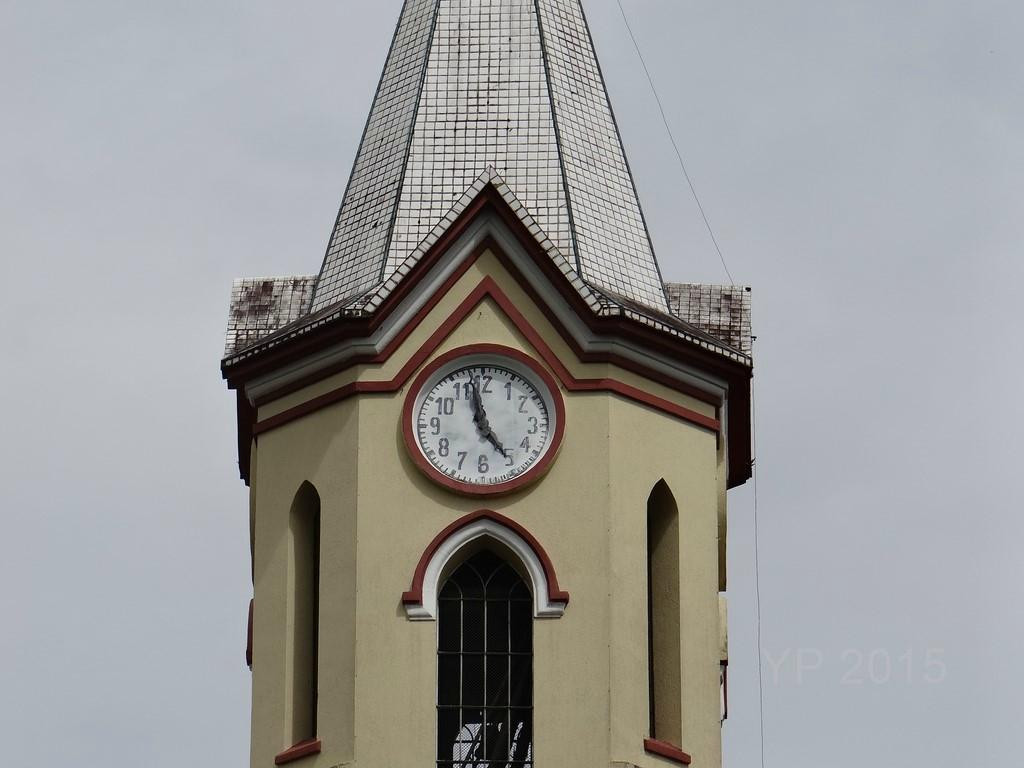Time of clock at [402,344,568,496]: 4:58
